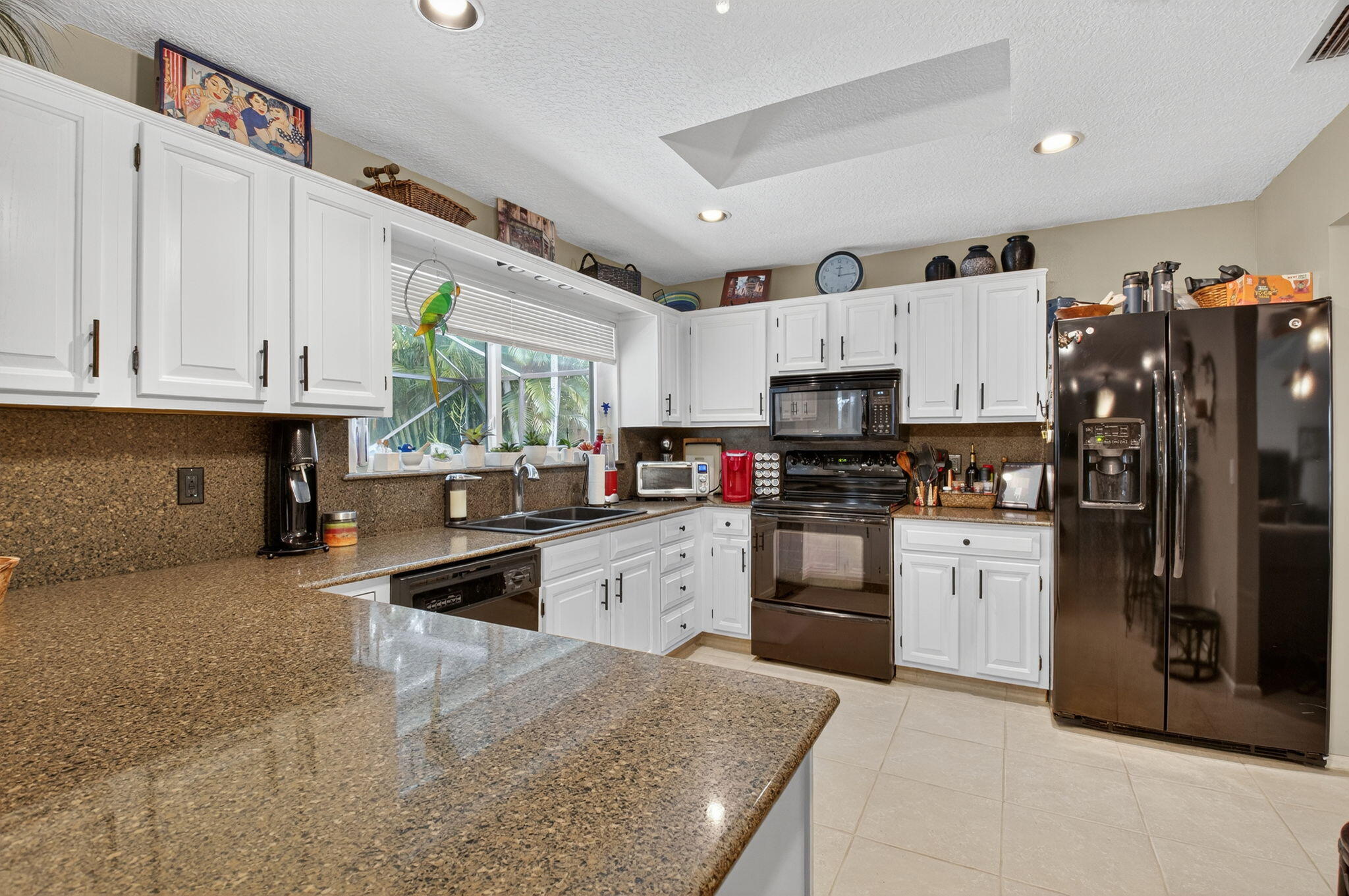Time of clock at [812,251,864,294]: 12:14
